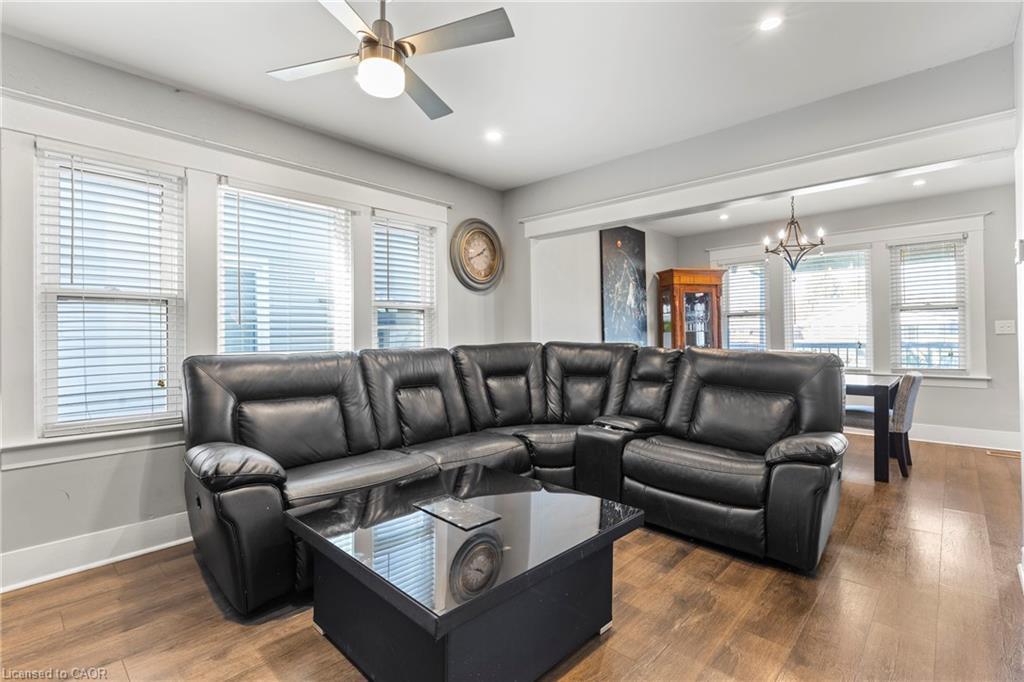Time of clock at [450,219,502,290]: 1:41
